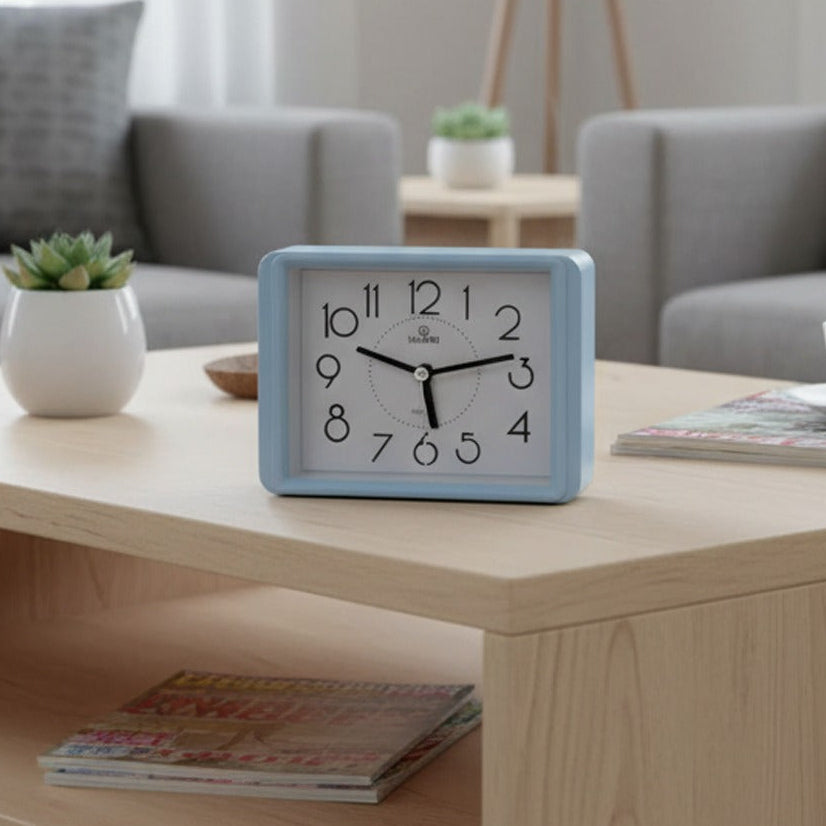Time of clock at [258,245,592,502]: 5:48
